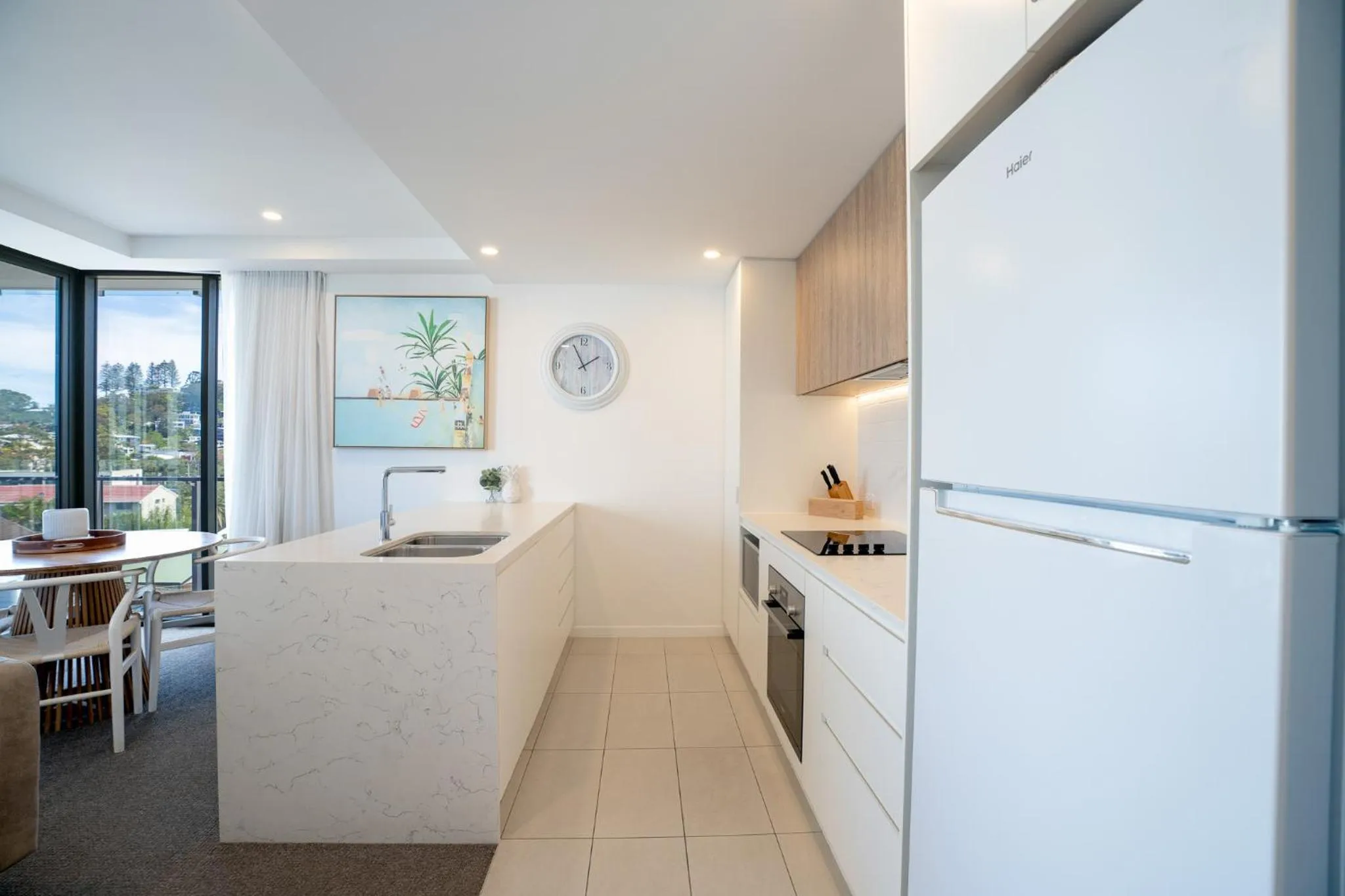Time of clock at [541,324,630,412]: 1:55
